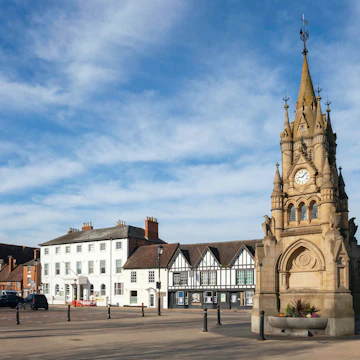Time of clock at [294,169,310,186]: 9:07
